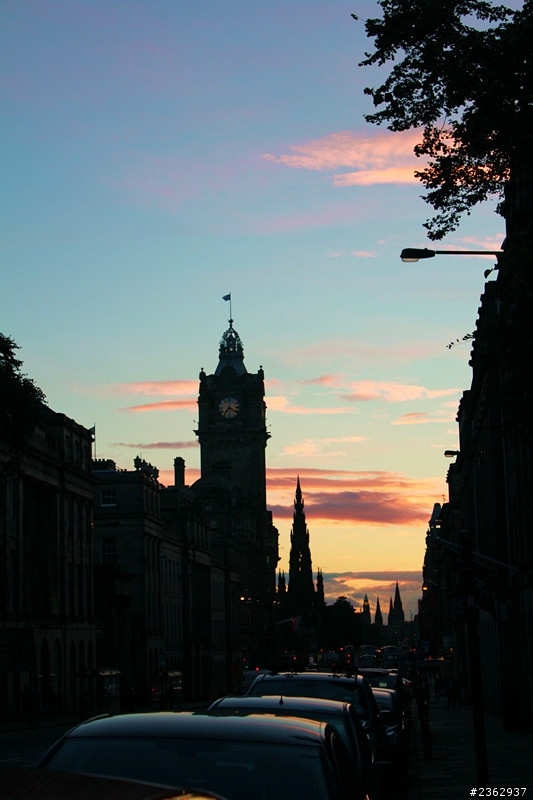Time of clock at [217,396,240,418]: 7:21
